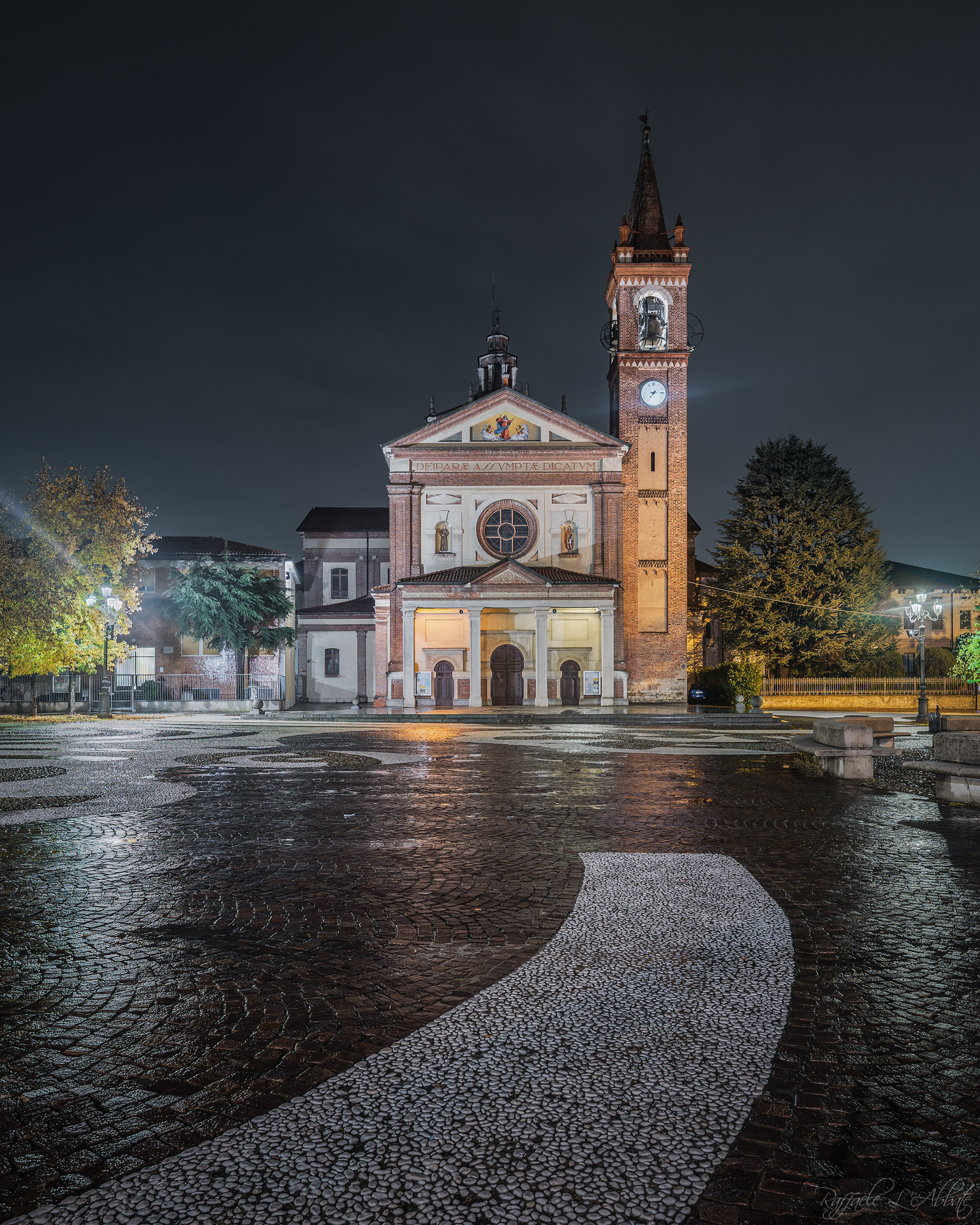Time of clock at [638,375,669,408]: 7:14
